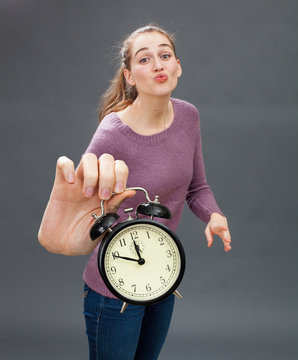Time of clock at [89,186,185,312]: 11:49
